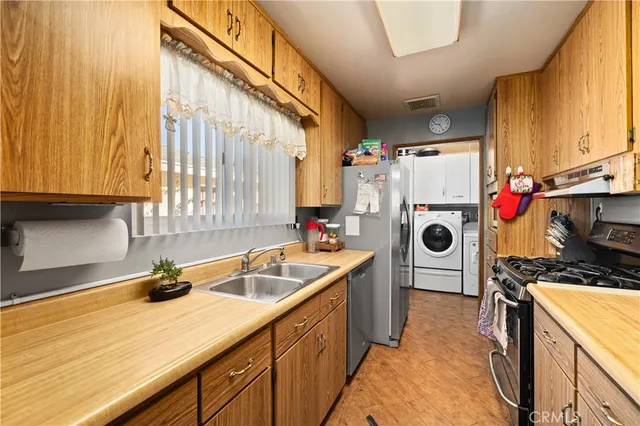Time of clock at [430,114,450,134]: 9:25
